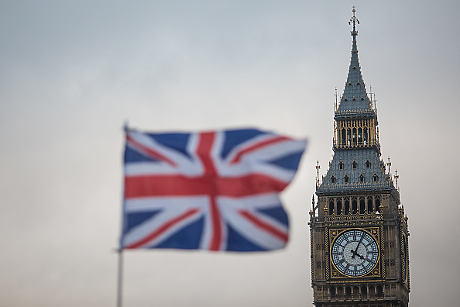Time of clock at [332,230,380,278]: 4:04
